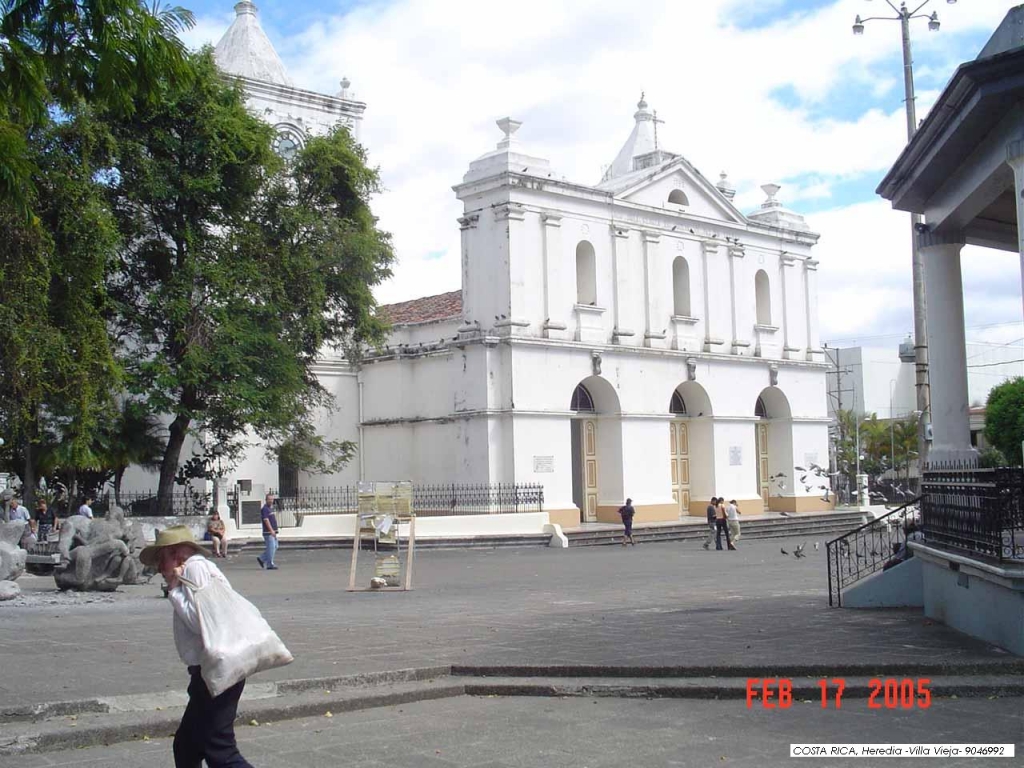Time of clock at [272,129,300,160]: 2:11
